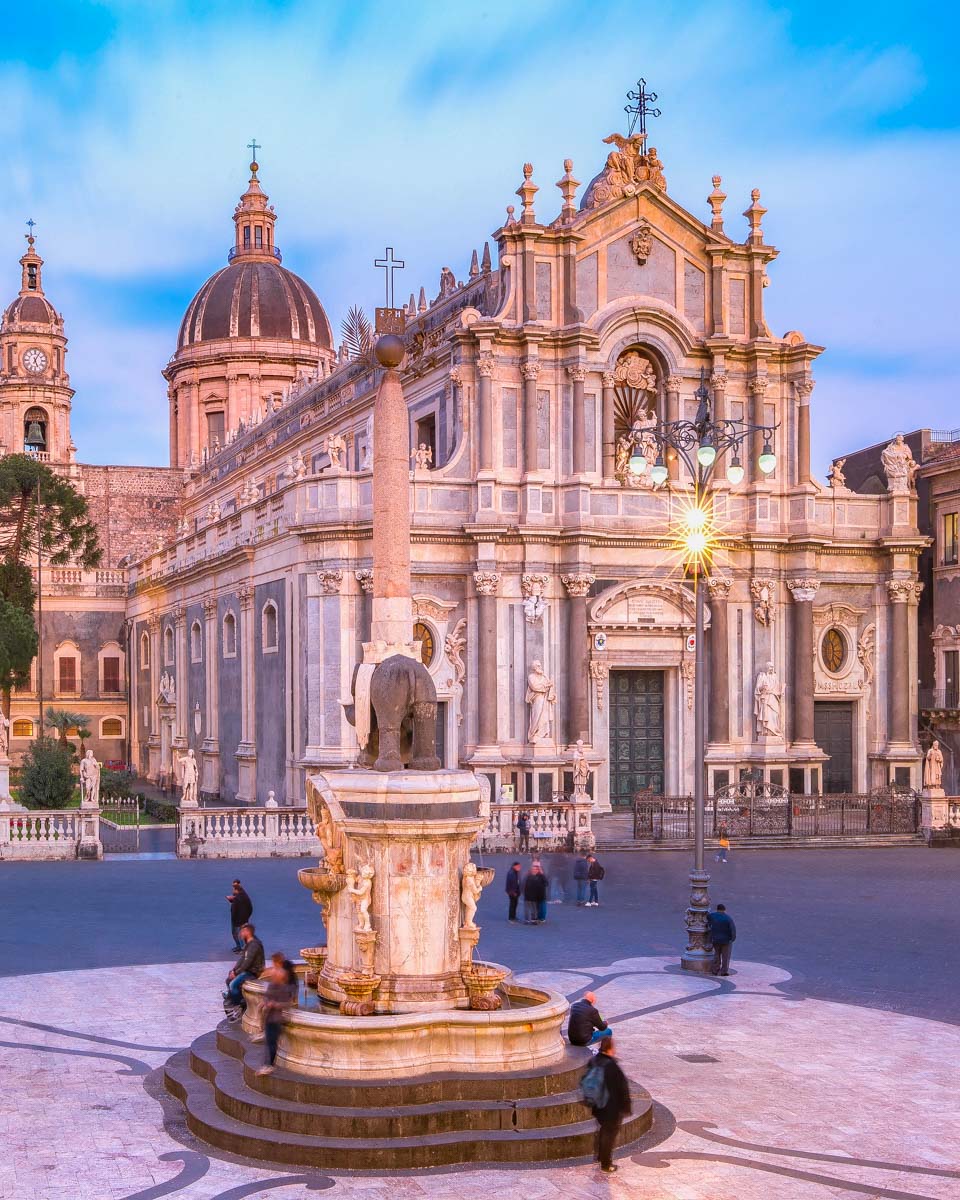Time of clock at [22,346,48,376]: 5:04
